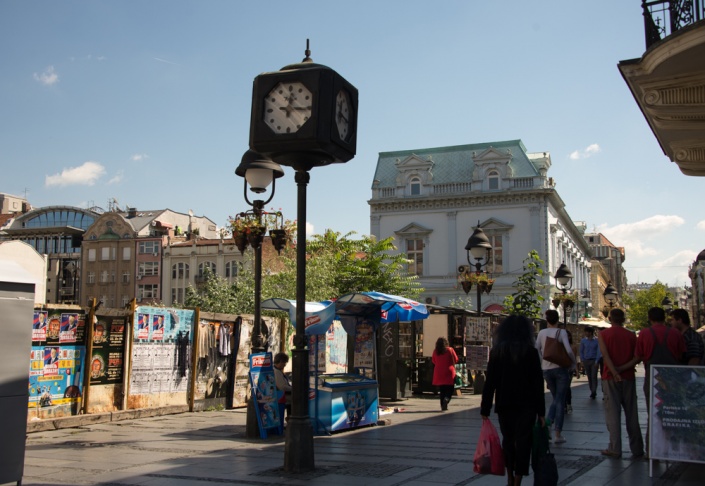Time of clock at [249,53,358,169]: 12:16
